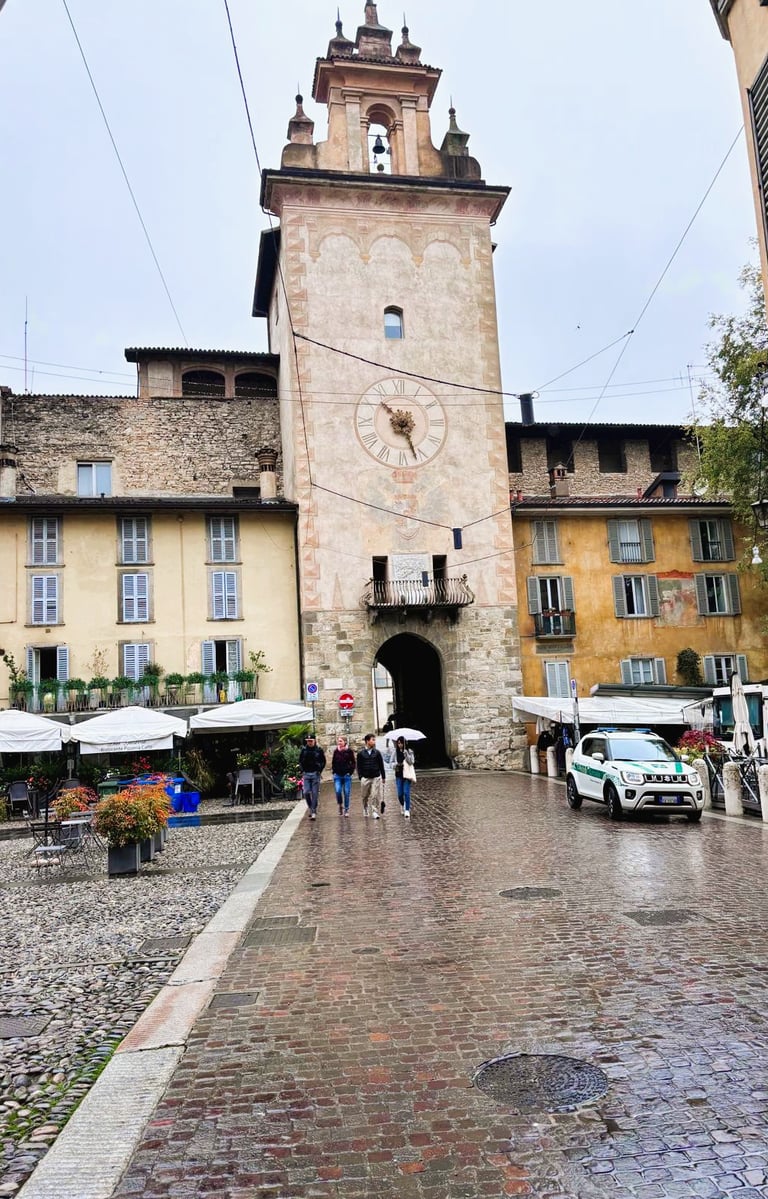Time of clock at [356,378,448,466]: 10:26
